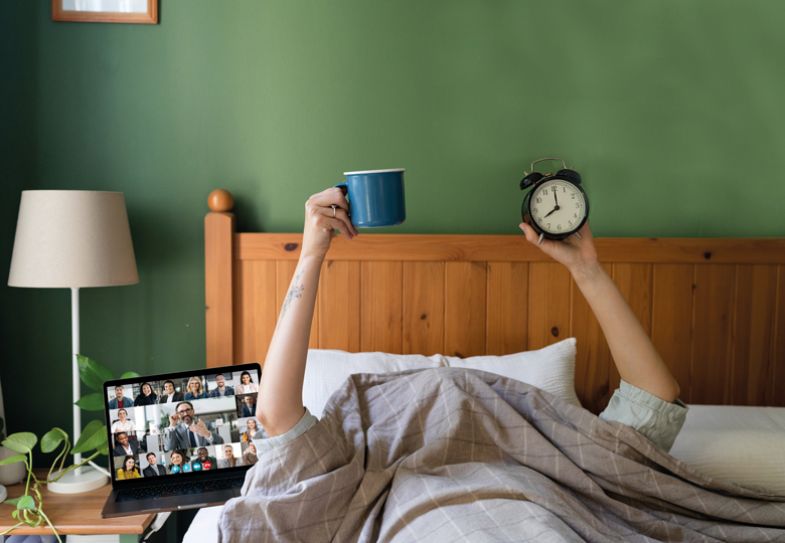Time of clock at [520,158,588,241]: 8:00
